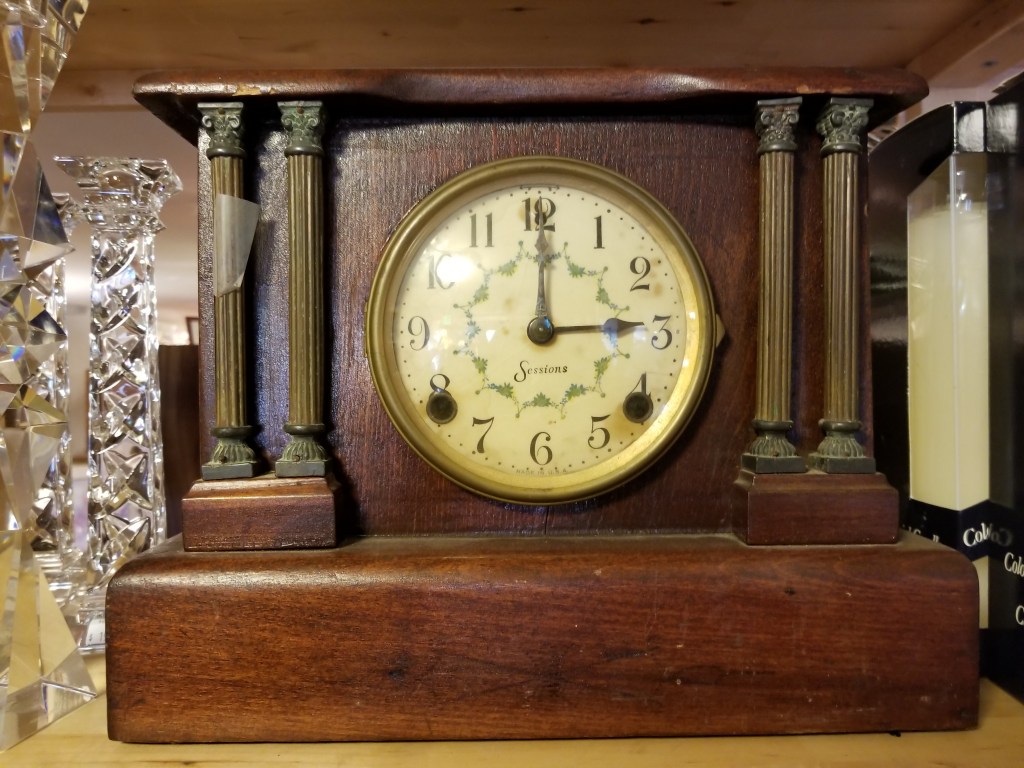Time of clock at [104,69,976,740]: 3:00
